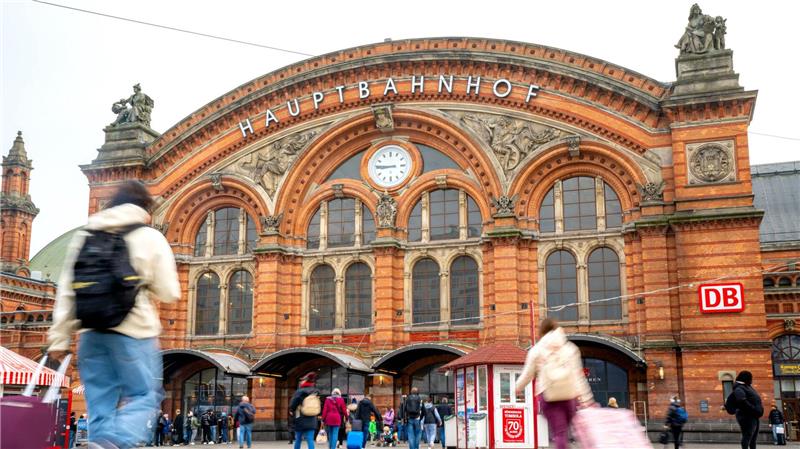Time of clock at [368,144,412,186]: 8:45
